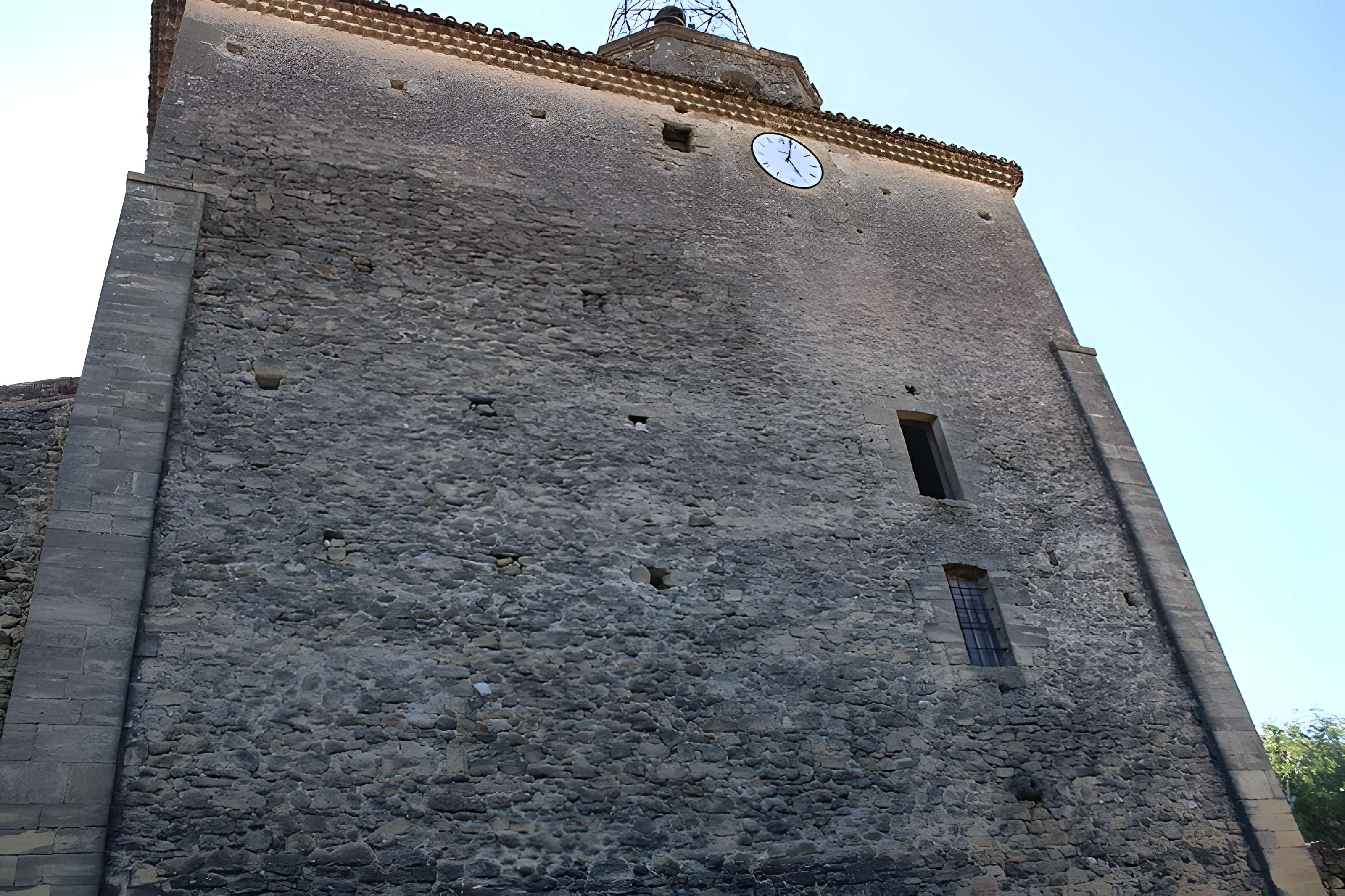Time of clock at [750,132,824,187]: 5:03
